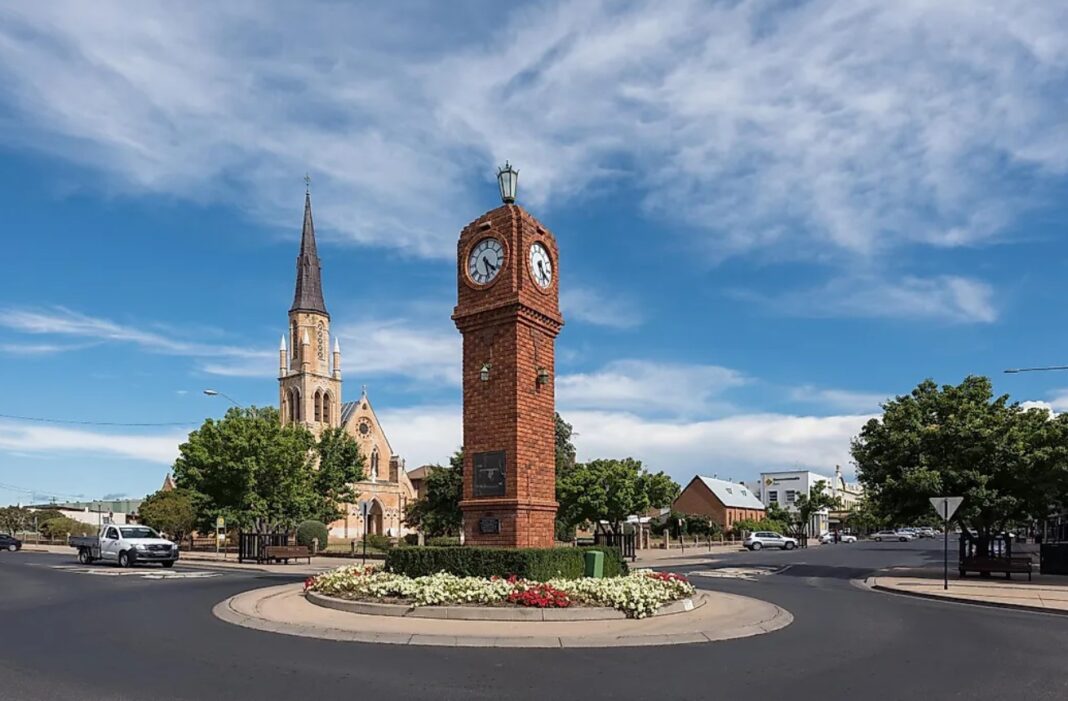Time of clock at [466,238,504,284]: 4:28
